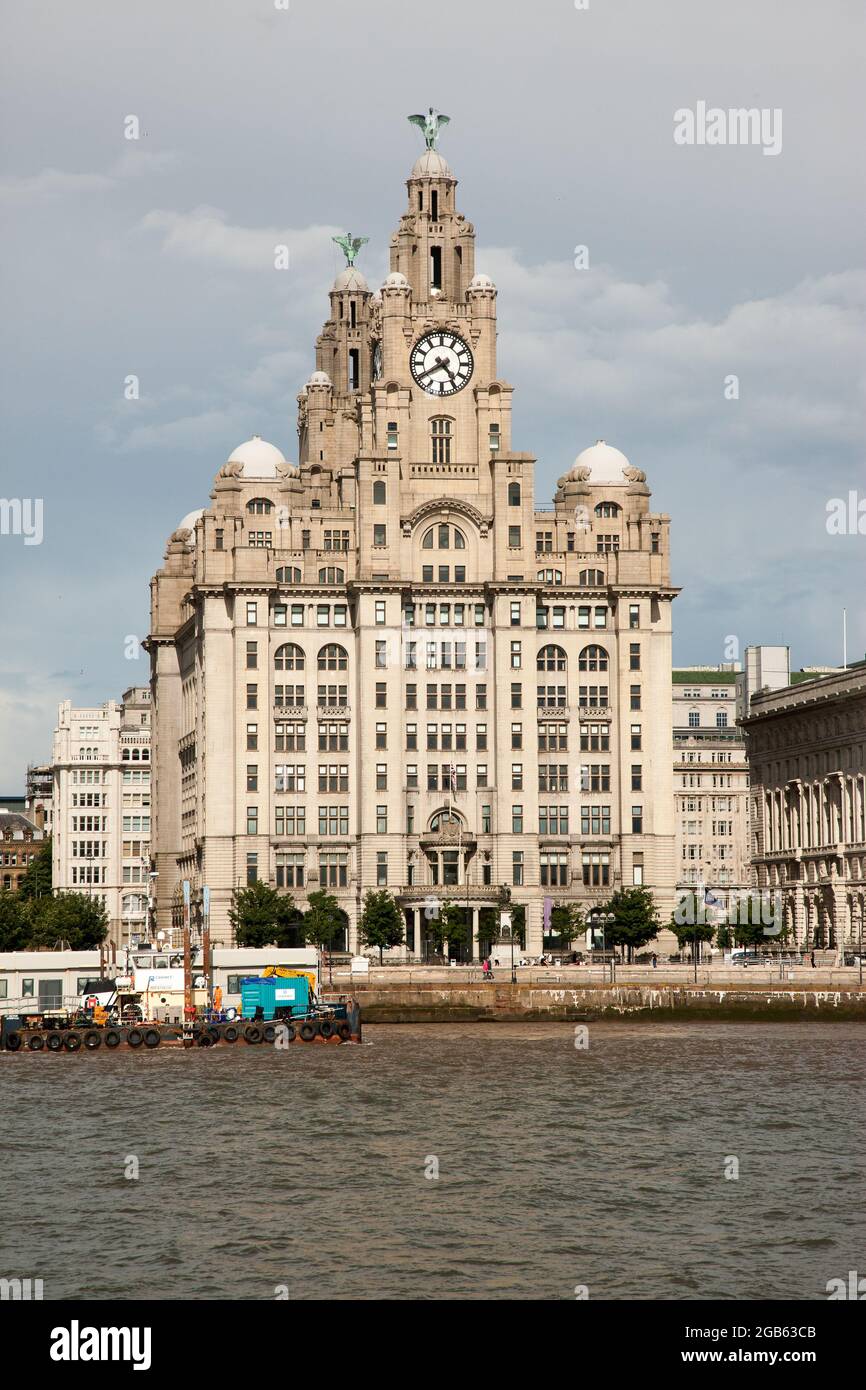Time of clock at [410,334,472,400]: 4:39
